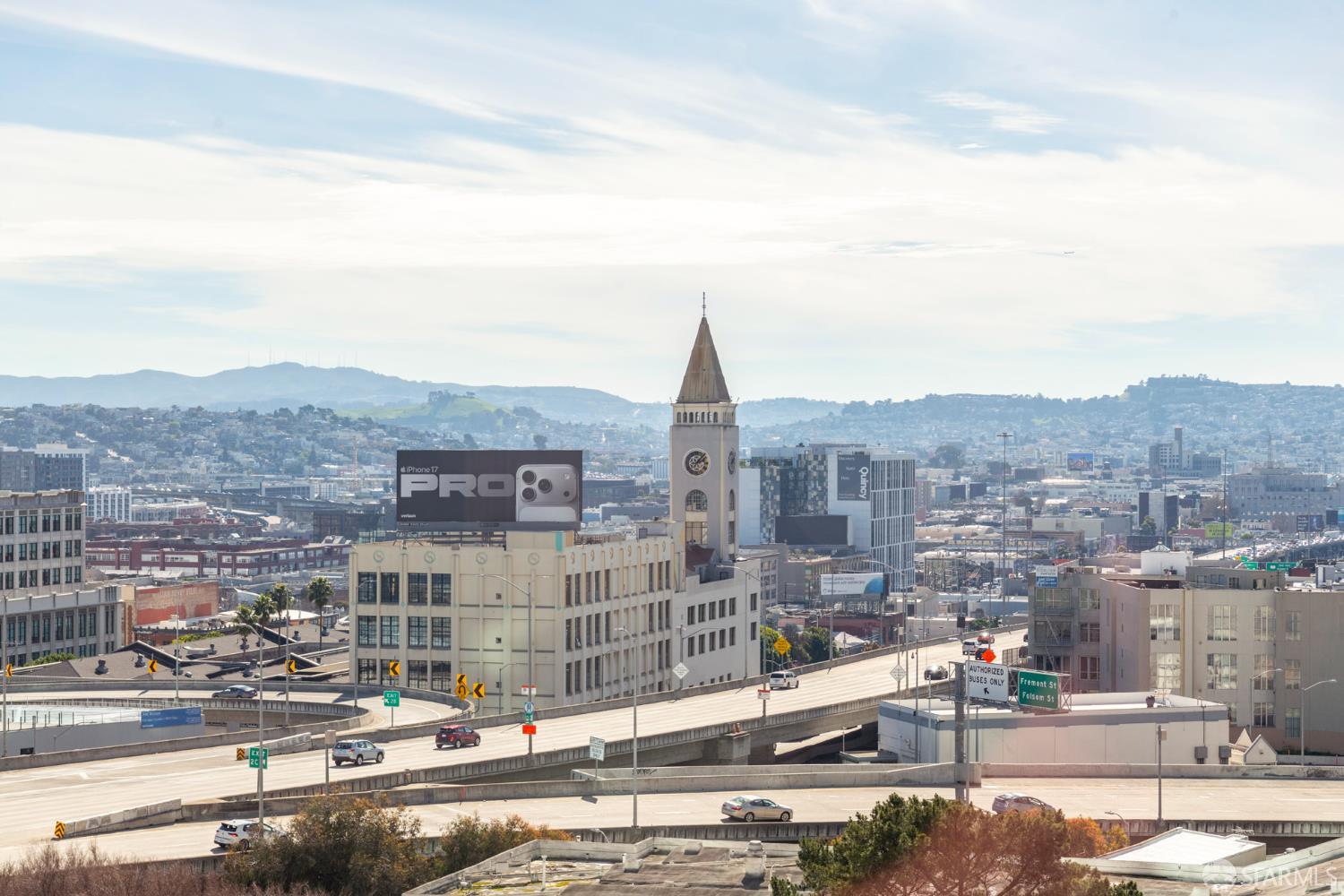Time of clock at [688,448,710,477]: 2:06
